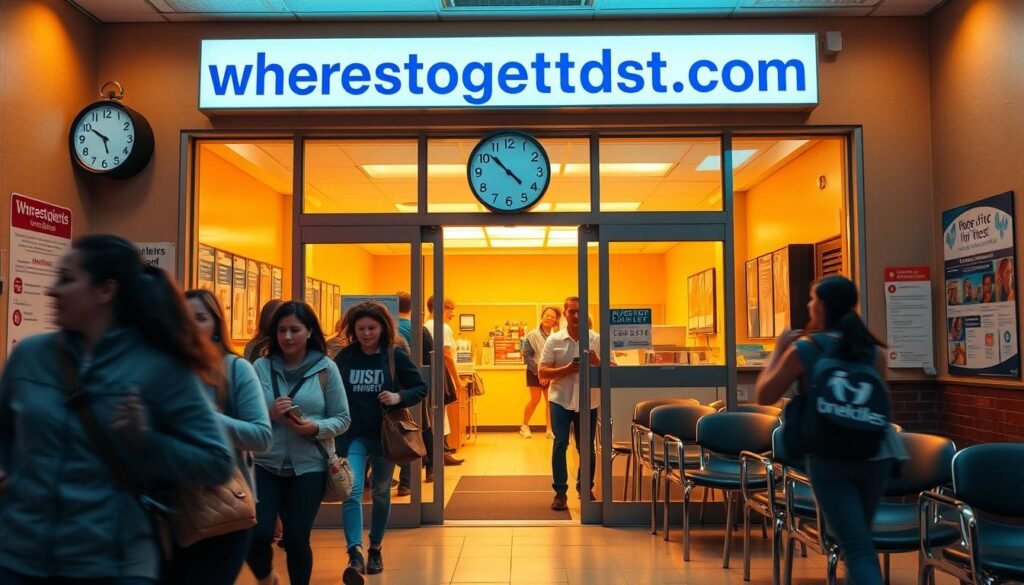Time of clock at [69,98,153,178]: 5:50
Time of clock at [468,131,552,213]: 10:22
